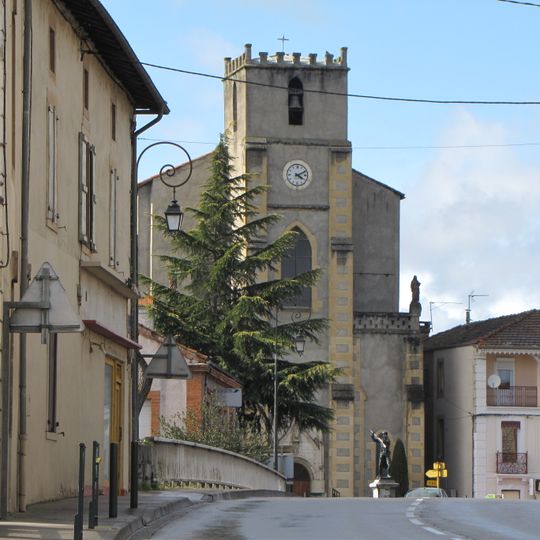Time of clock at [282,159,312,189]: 4:10
